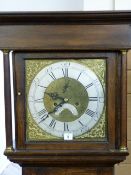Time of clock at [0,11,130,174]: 9:38
